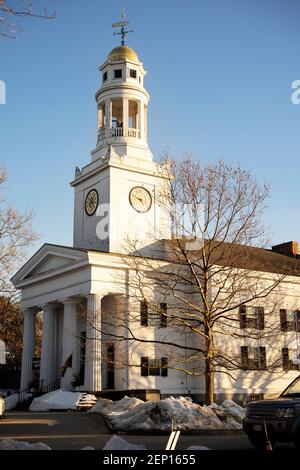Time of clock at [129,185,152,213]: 4:48
